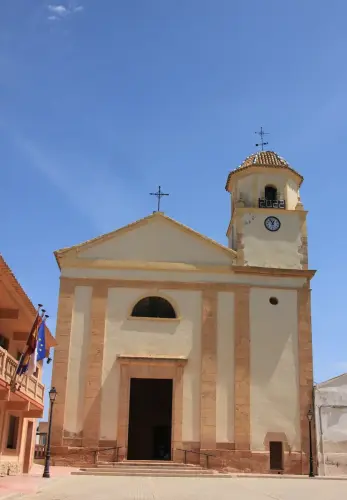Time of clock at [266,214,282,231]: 12:55
